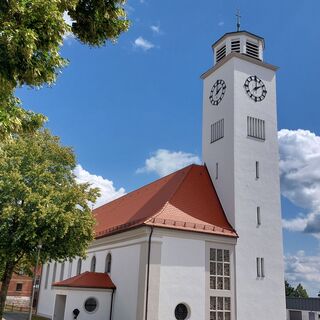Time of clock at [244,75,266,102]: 2:00
